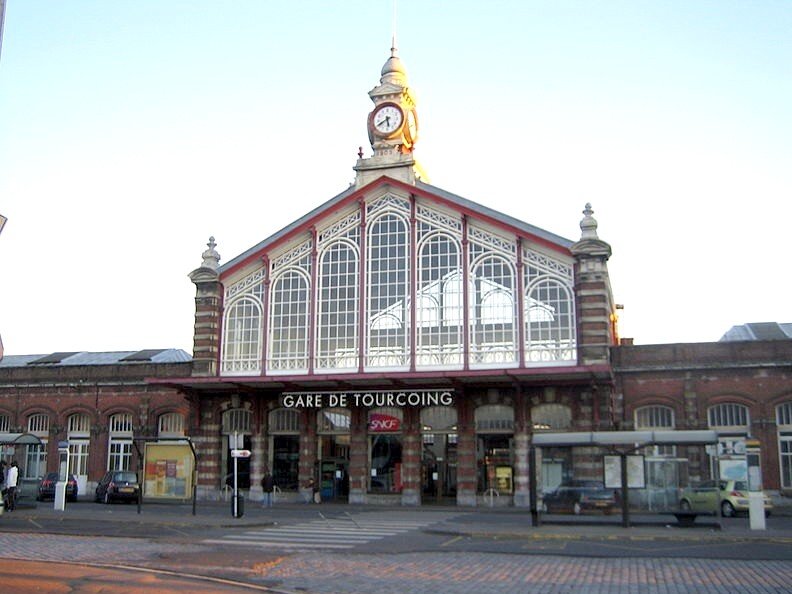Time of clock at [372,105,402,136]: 5:40
